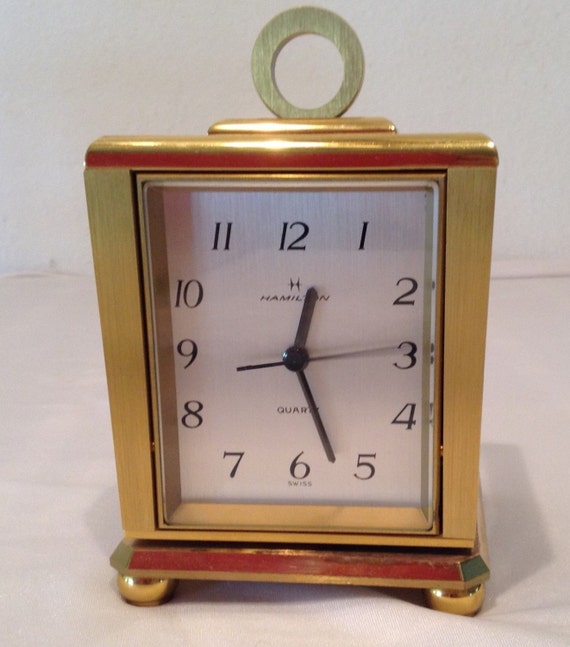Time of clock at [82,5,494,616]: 12:26
